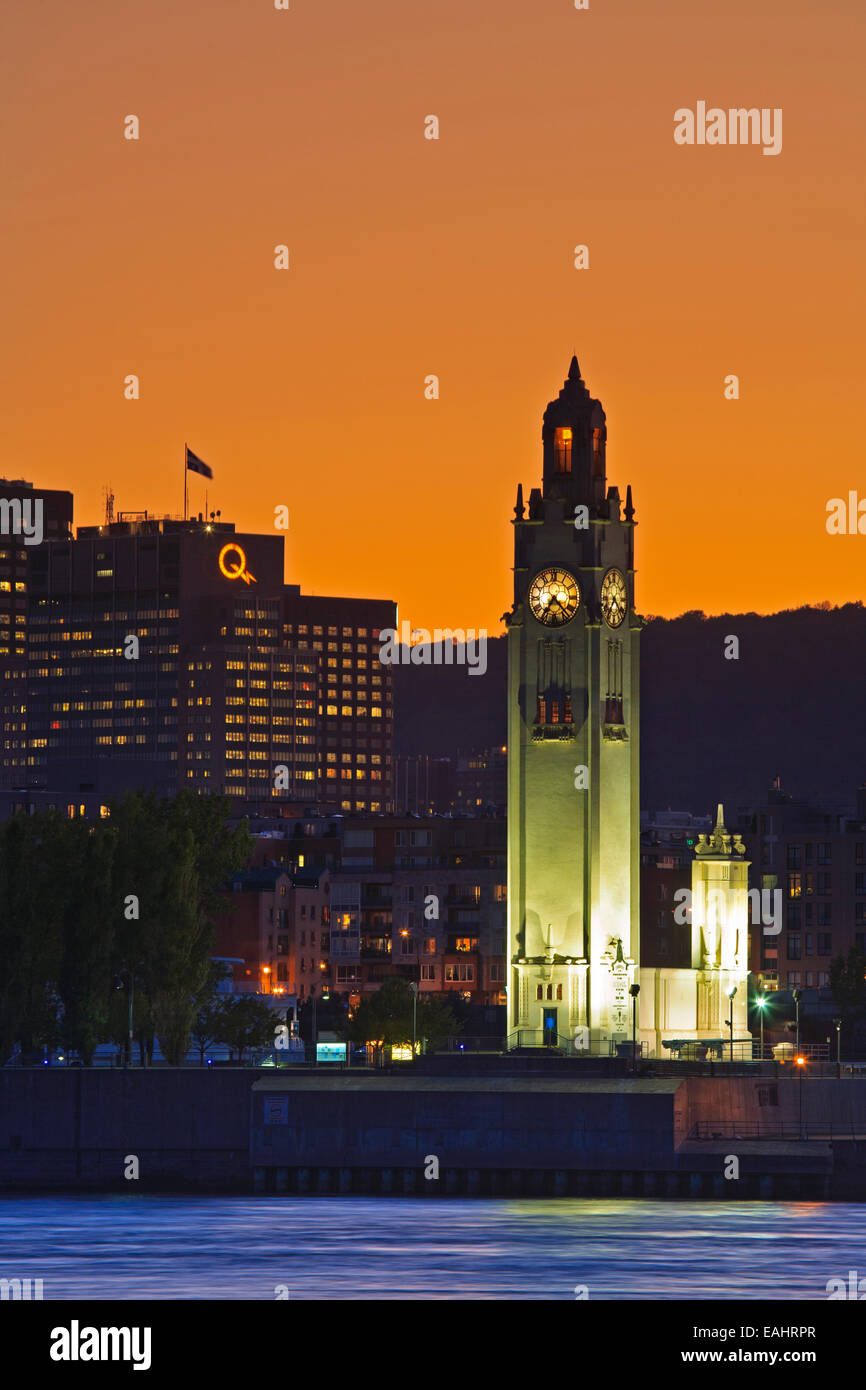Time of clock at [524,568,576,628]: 7:22
